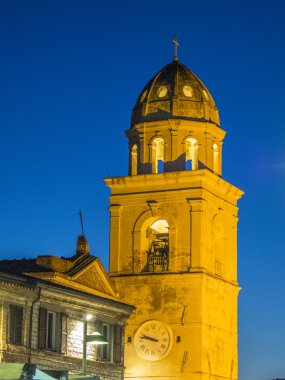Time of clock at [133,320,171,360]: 9:47
